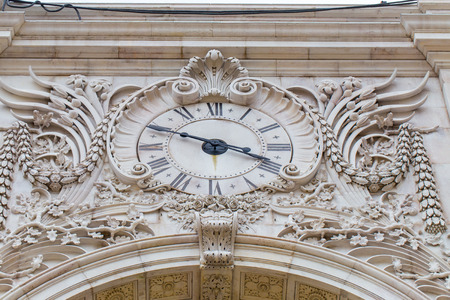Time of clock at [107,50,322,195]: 3:48
